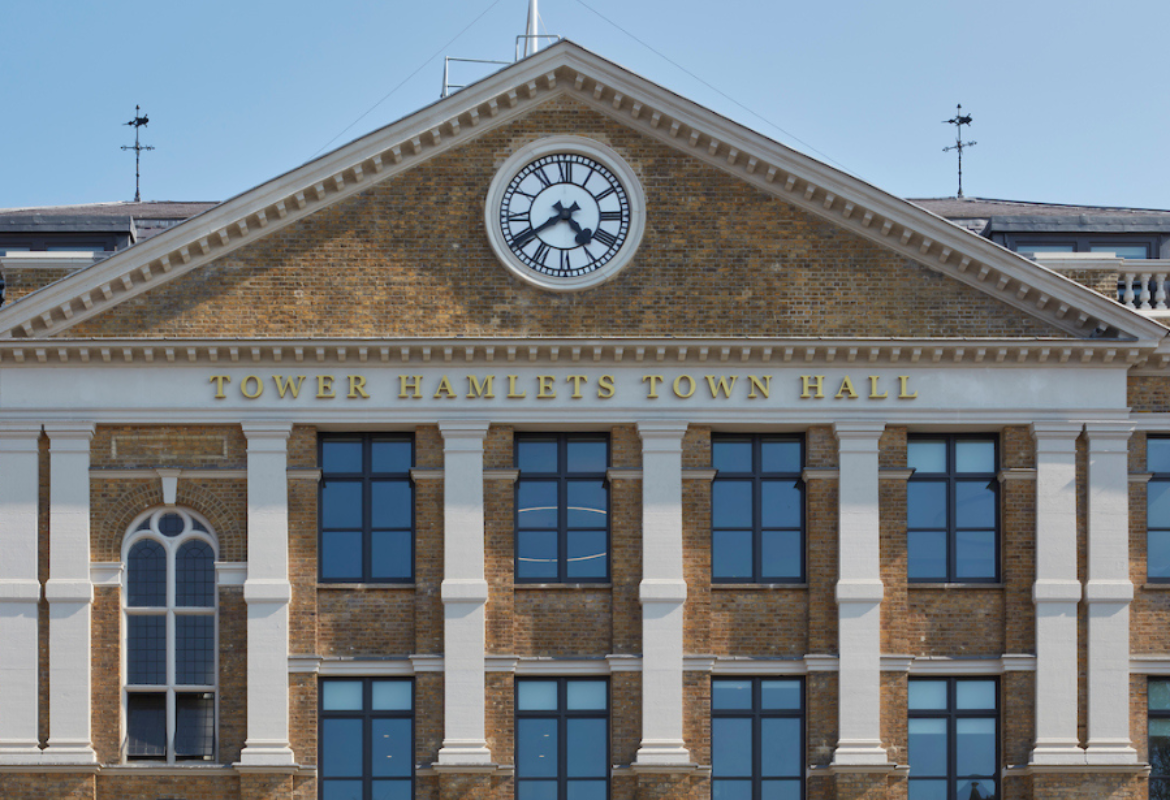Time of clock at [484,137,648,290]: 4:39
